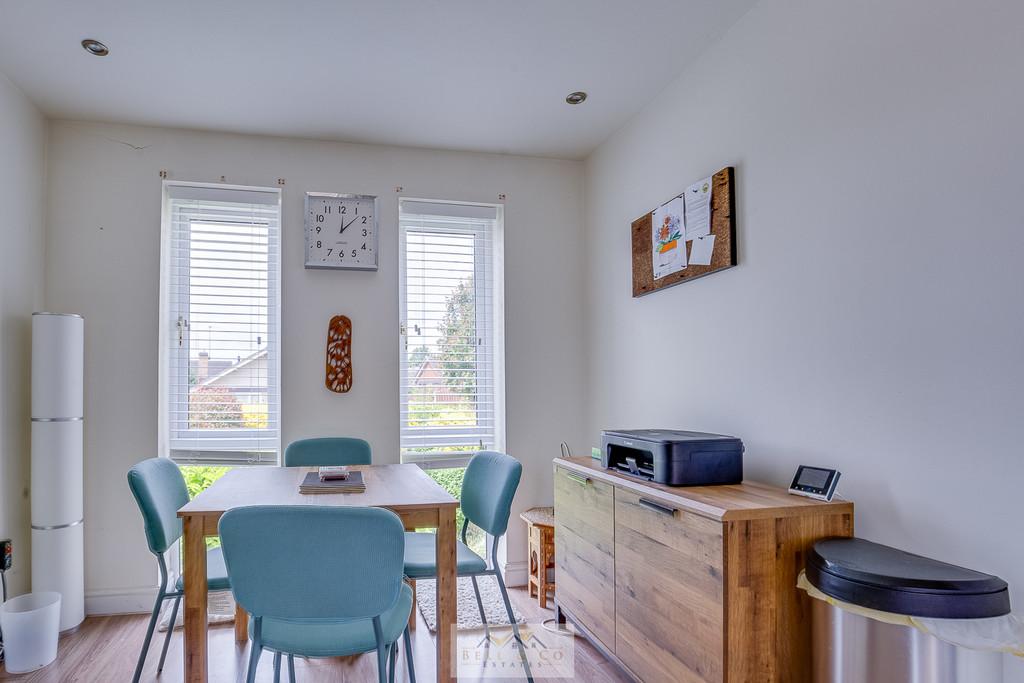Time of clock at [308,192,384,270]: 12:07
